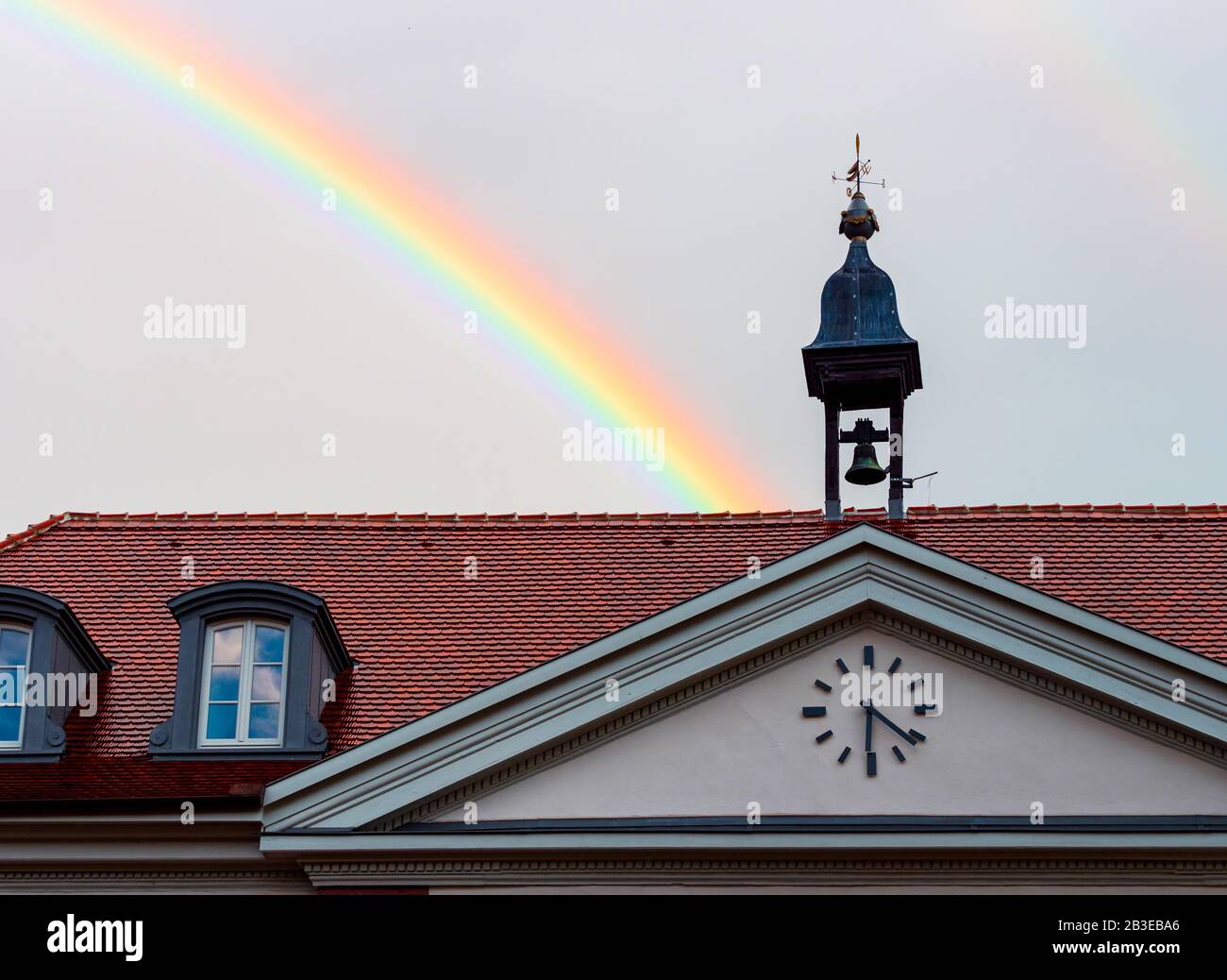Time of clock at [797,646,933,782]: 6:21
